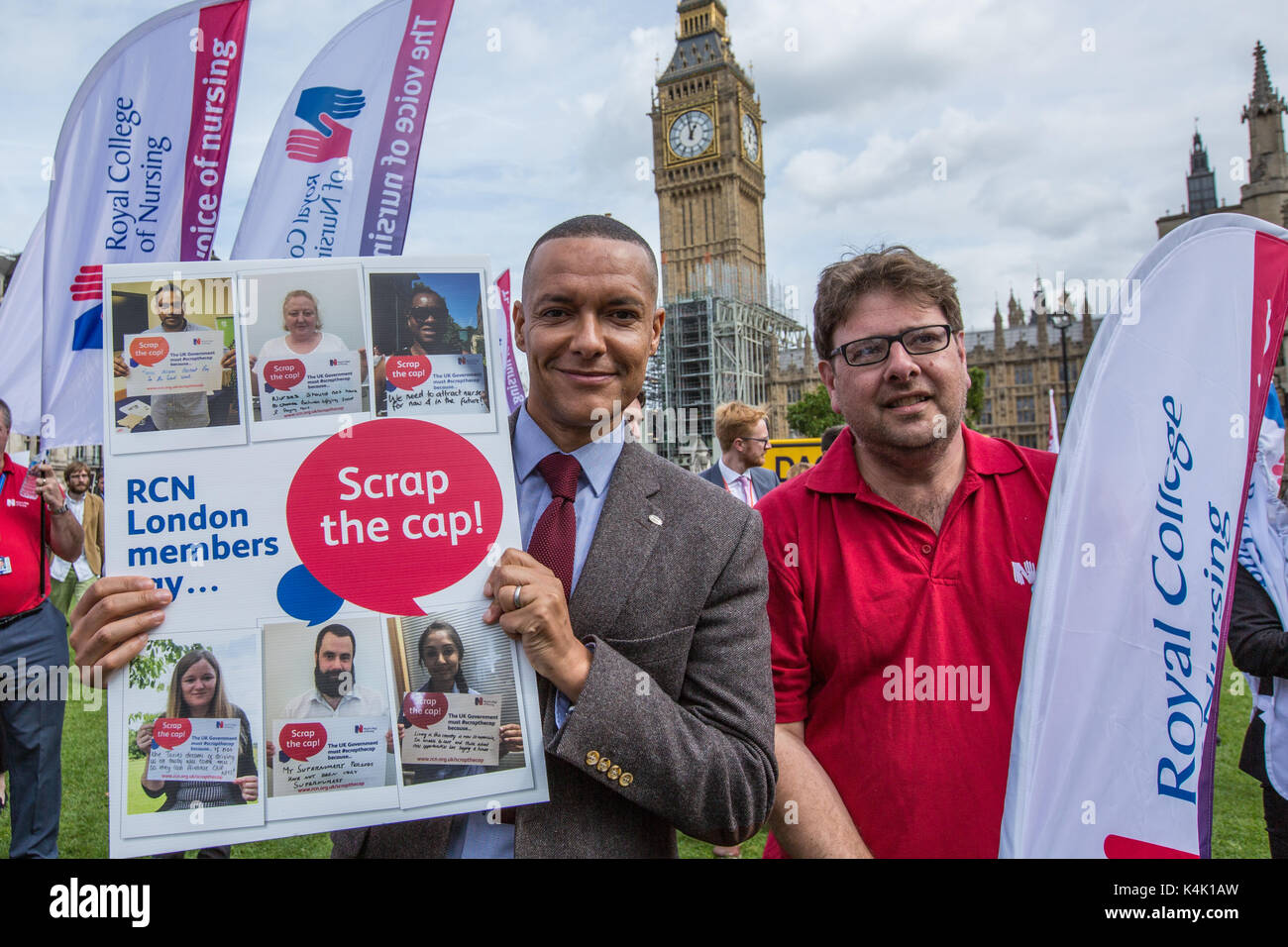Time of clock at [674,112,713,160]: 12:59
